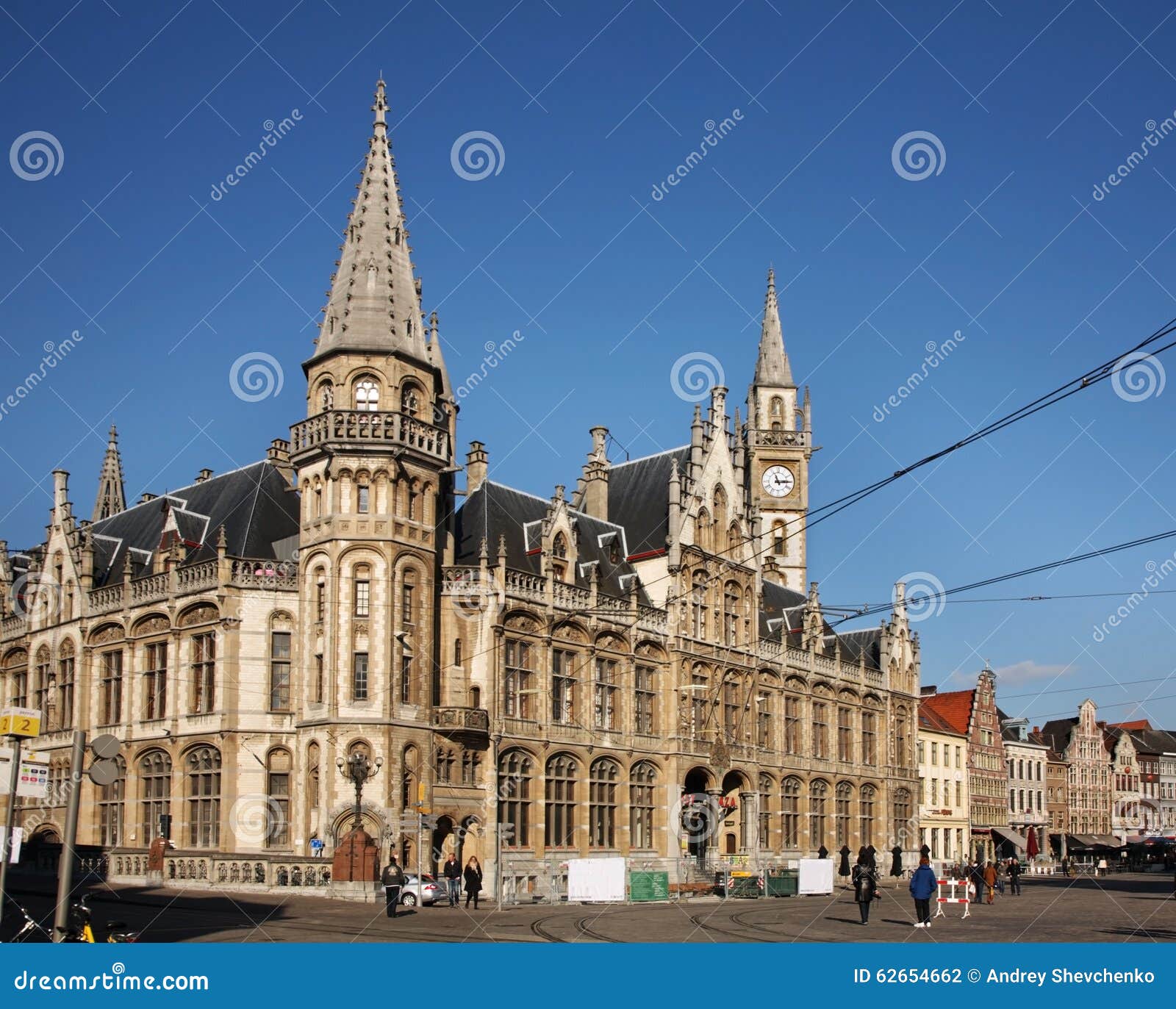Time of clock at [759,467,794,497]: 11:14
